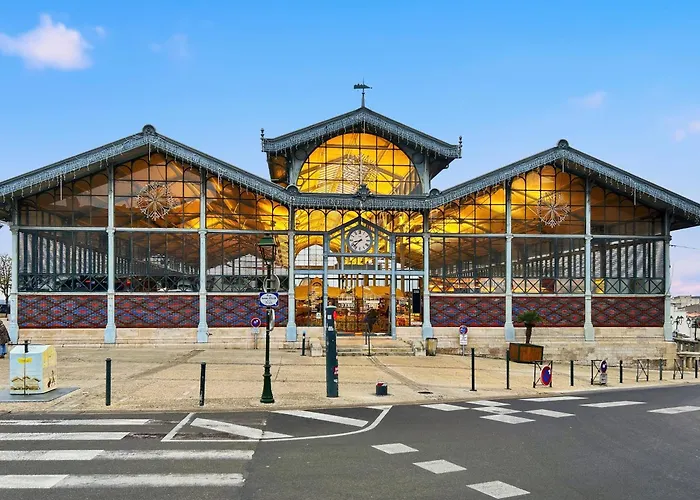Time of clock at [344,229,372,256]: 8:37
